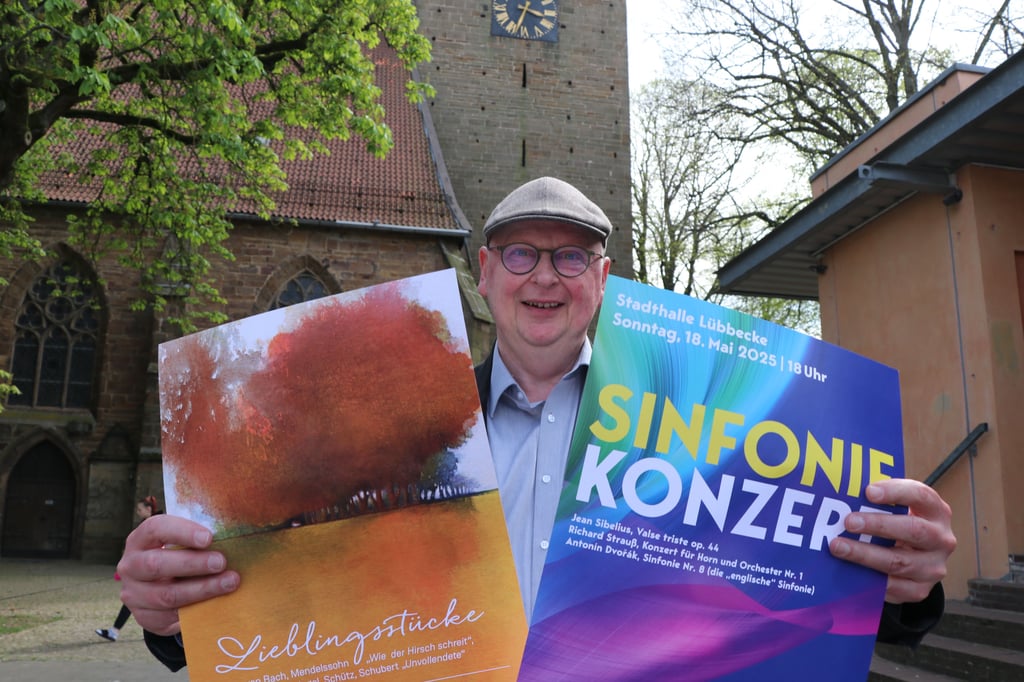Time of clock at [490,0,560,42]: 3:33
